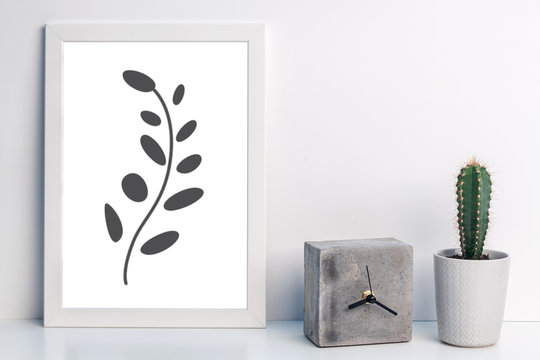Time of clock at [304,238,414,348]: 8:20
